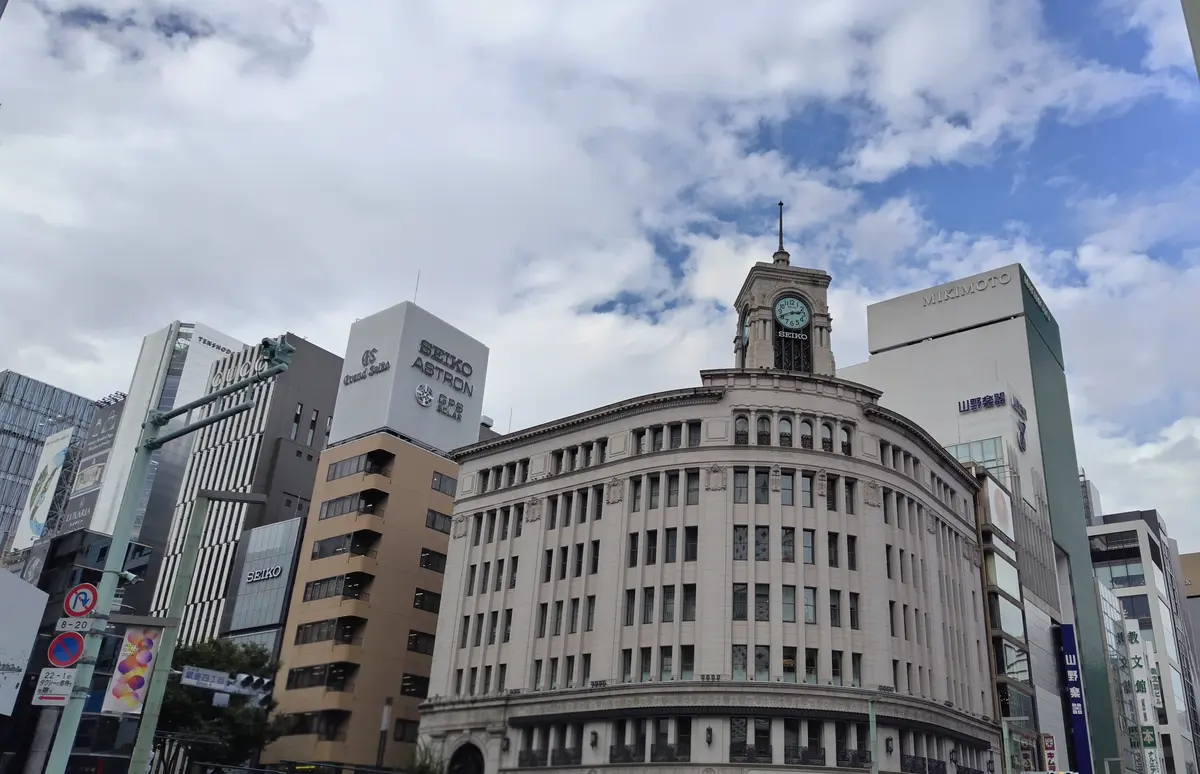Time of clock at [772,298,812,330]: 2:40
